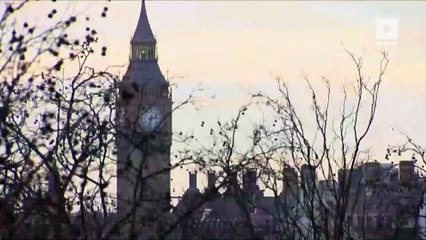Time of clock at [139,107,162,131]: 2:32
